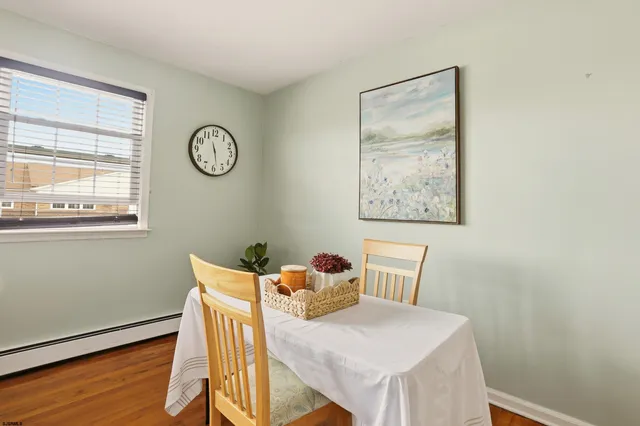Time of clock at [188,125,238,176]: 11:28
